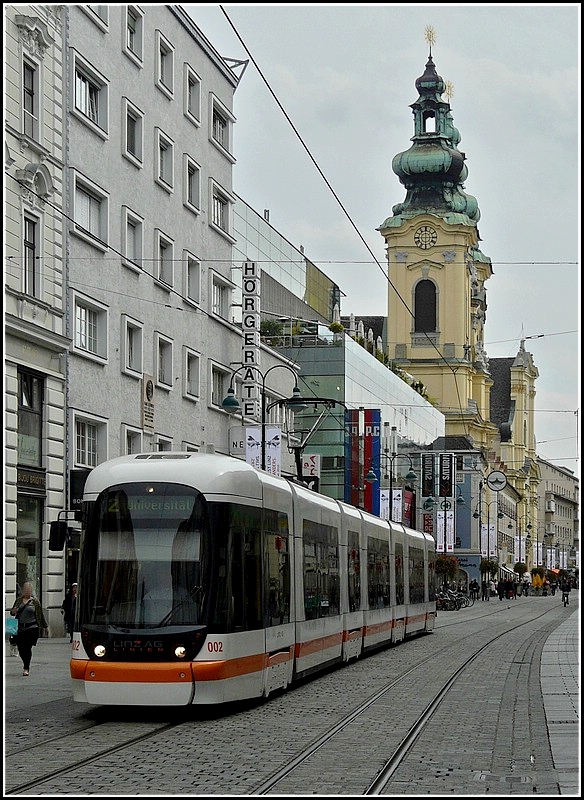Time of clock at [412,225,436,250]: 5:59
